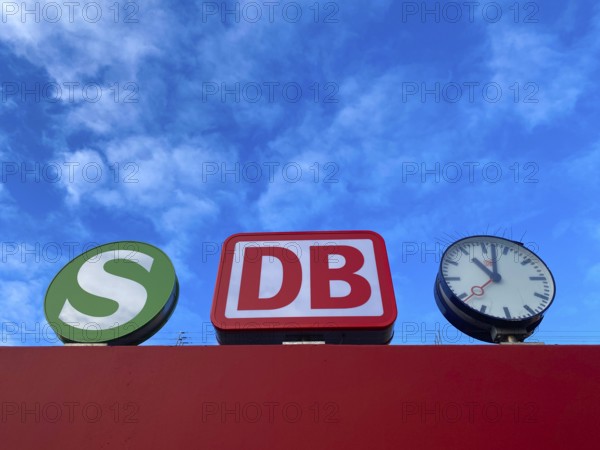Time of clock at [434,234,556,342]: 11:02
